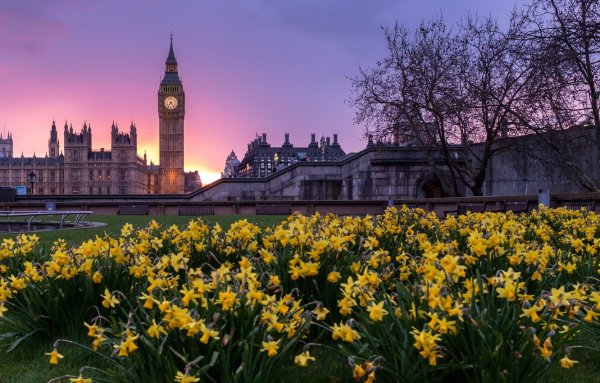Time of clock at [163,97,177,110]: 7:23
